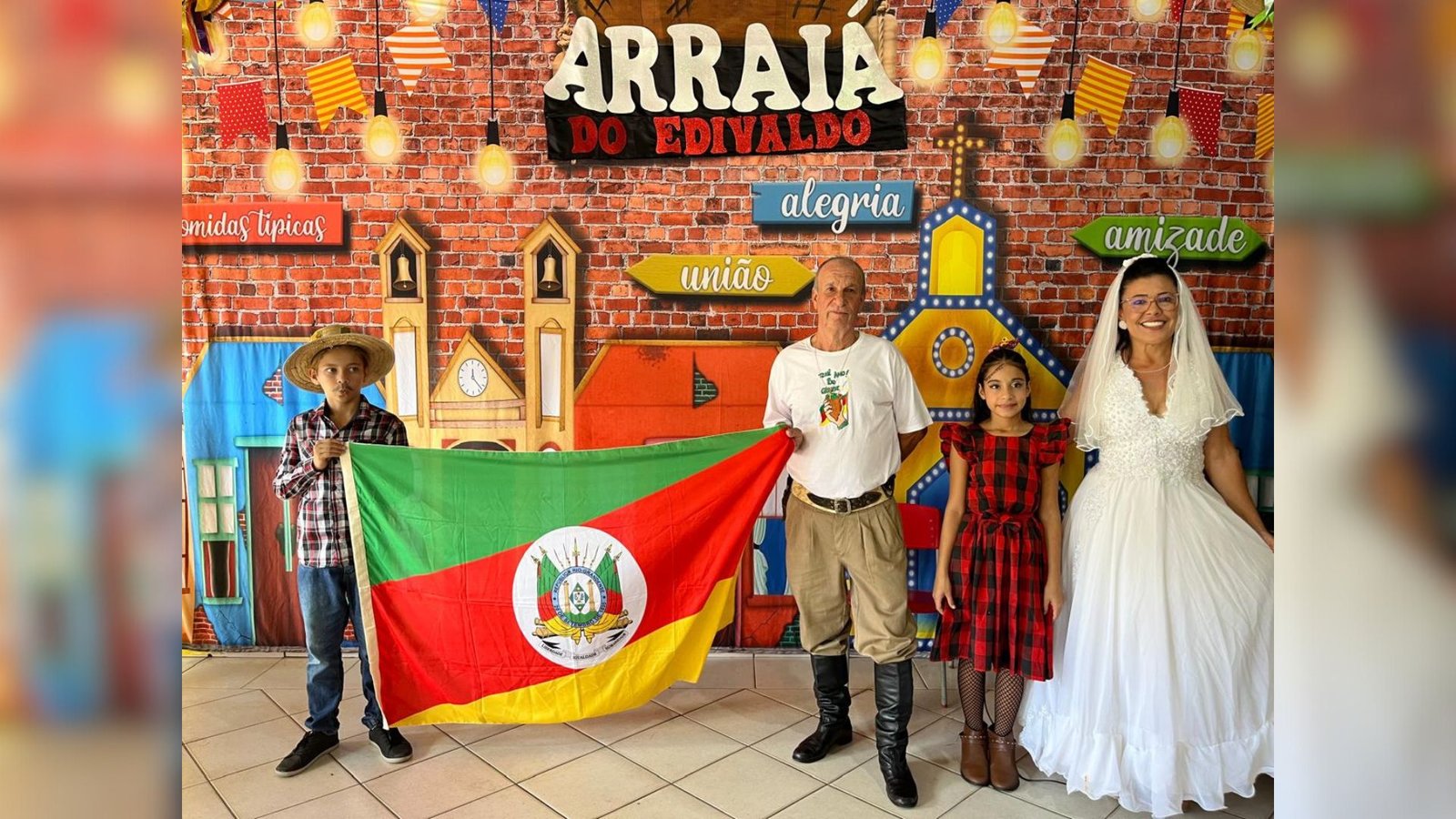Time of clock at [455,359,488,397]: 12:22
